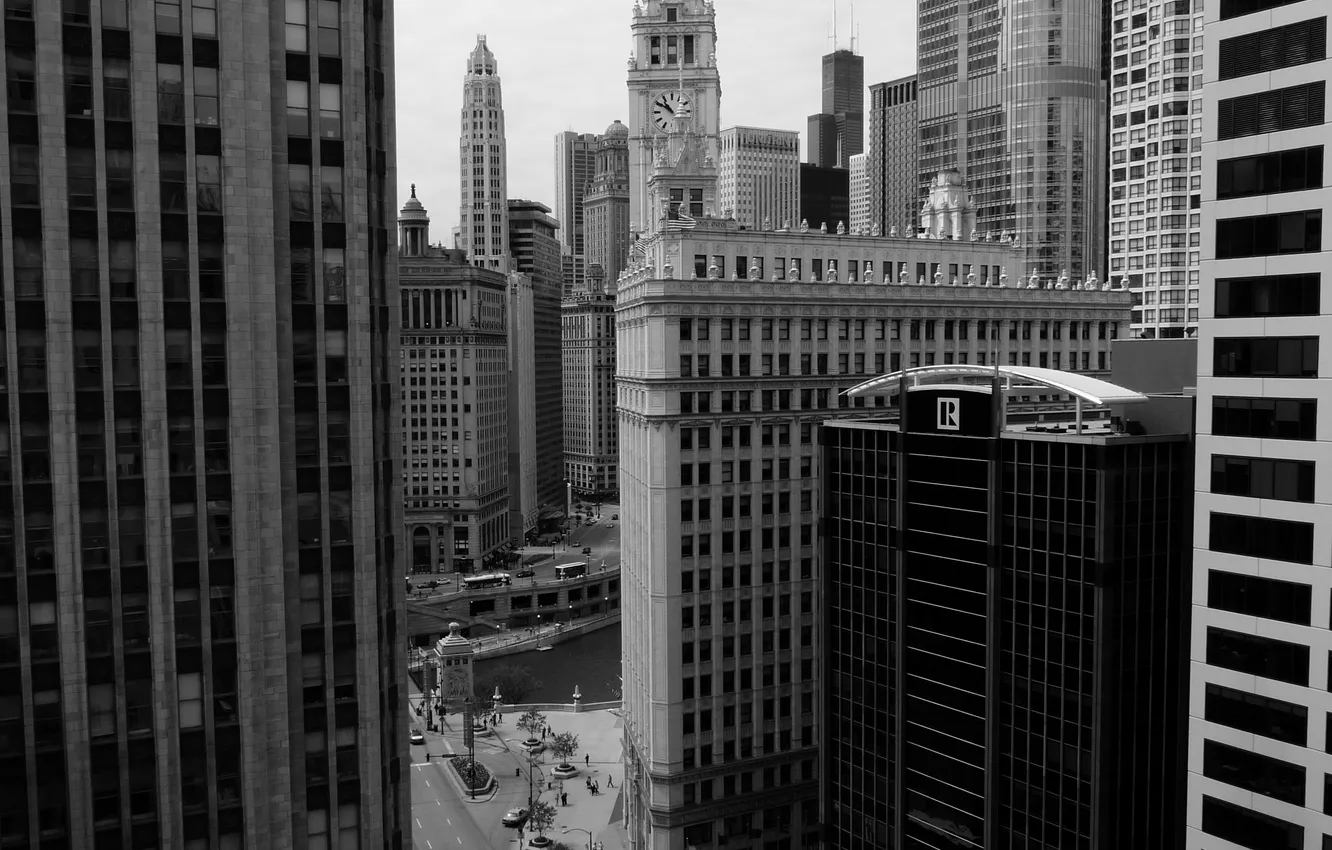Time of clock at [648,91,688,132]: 10:50
